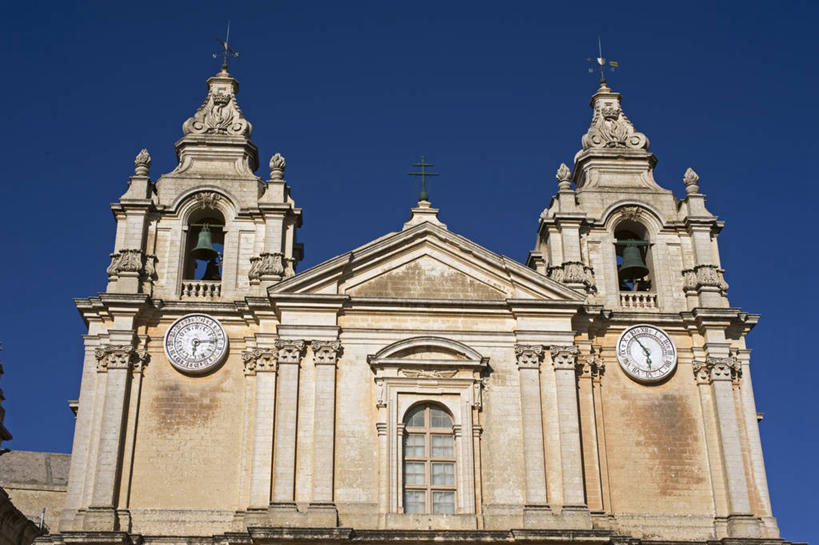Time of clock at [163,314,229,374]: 6:14
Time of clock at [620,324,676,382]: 5:54
